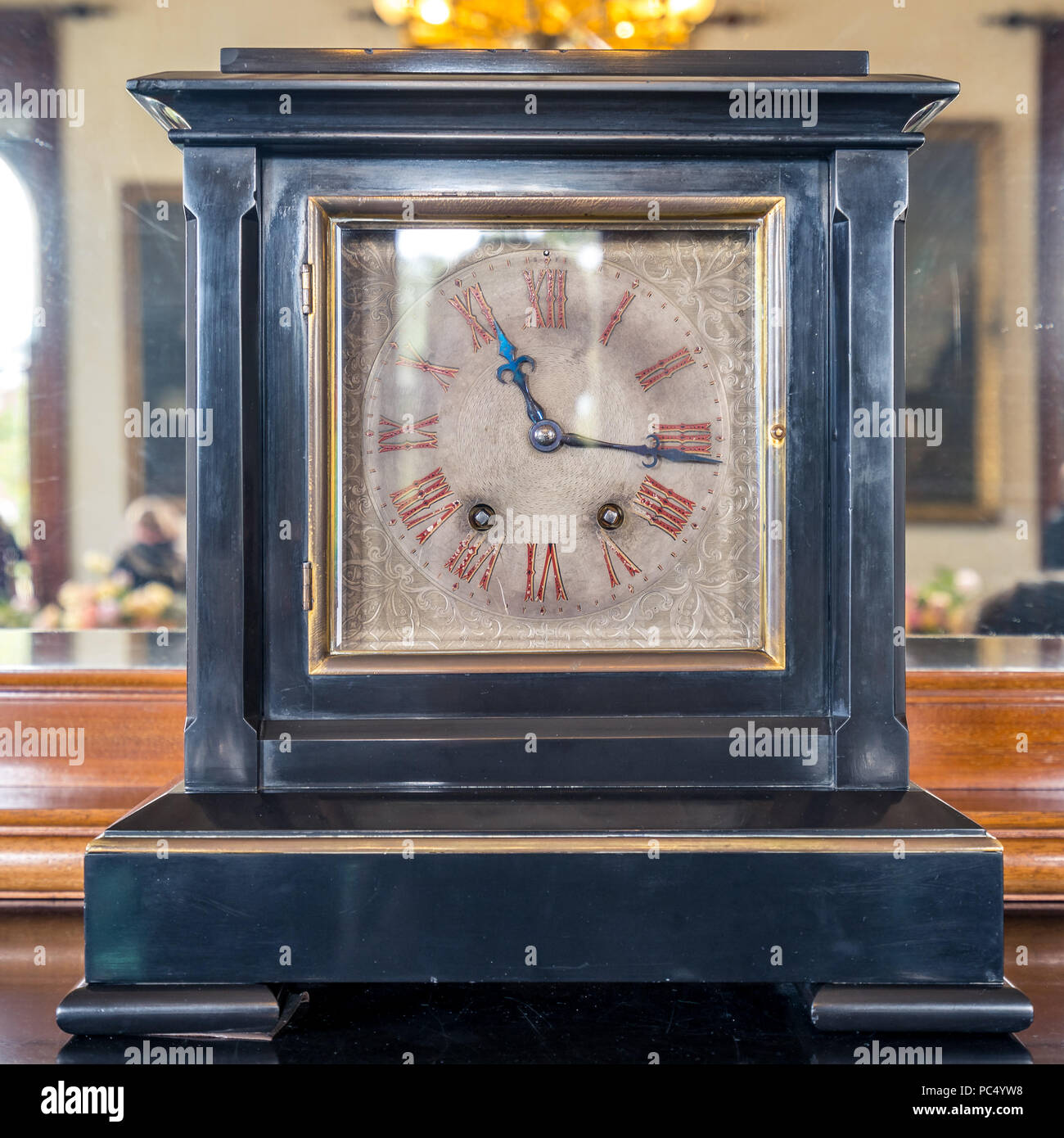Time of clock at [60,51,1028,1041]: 11:16
